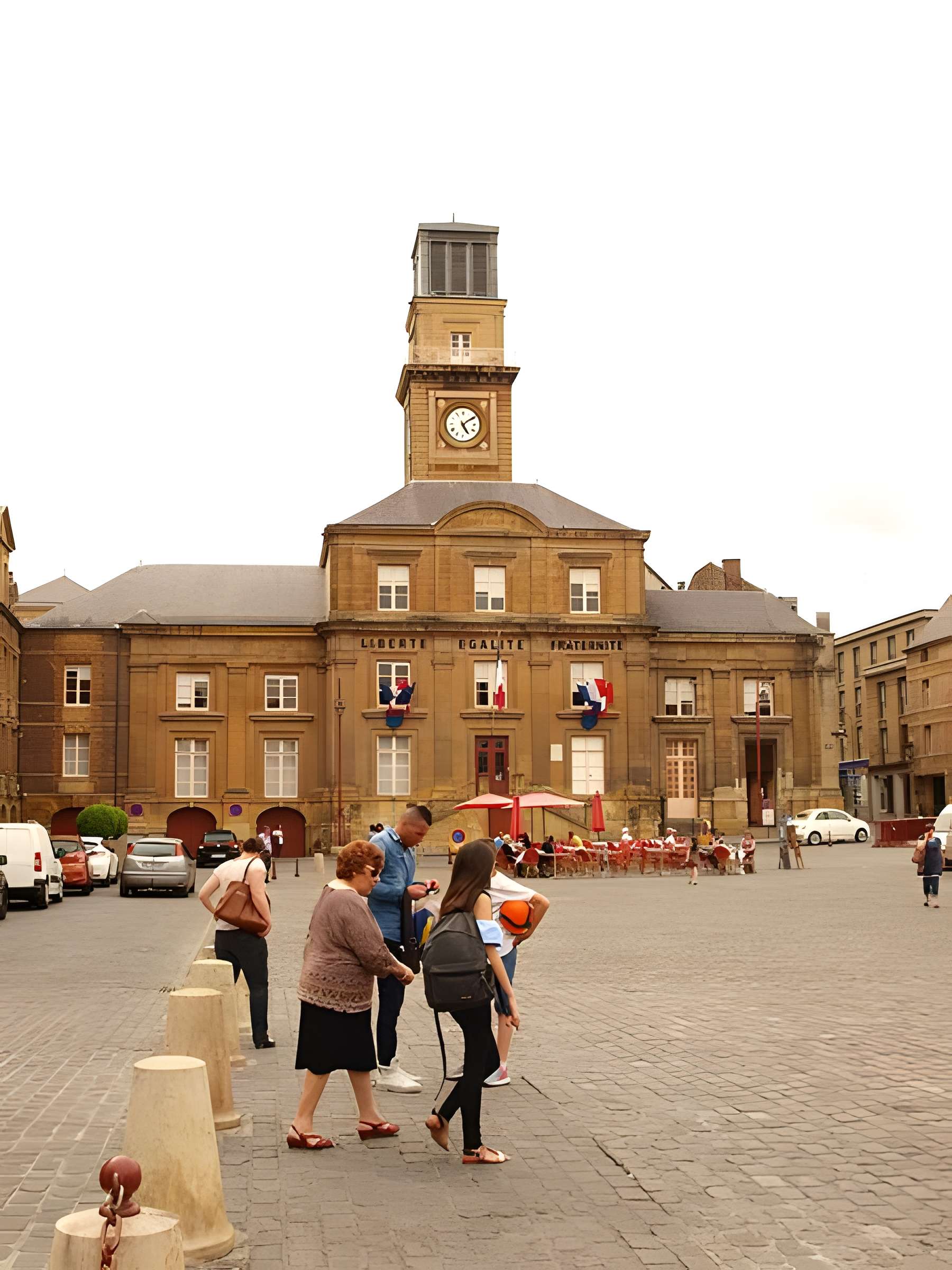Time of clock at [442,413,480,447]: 5:09
